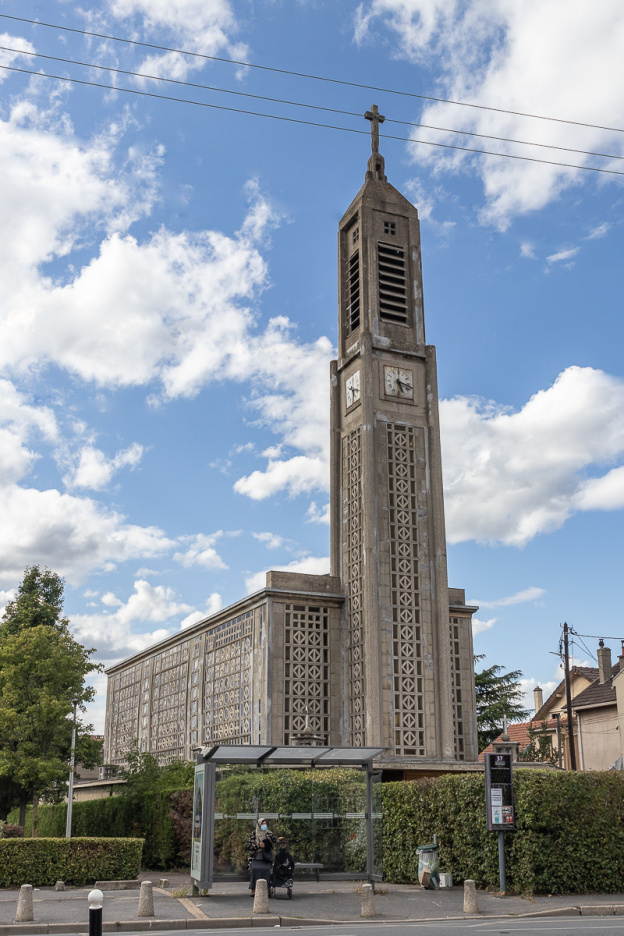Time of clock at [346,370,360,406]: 5:18
